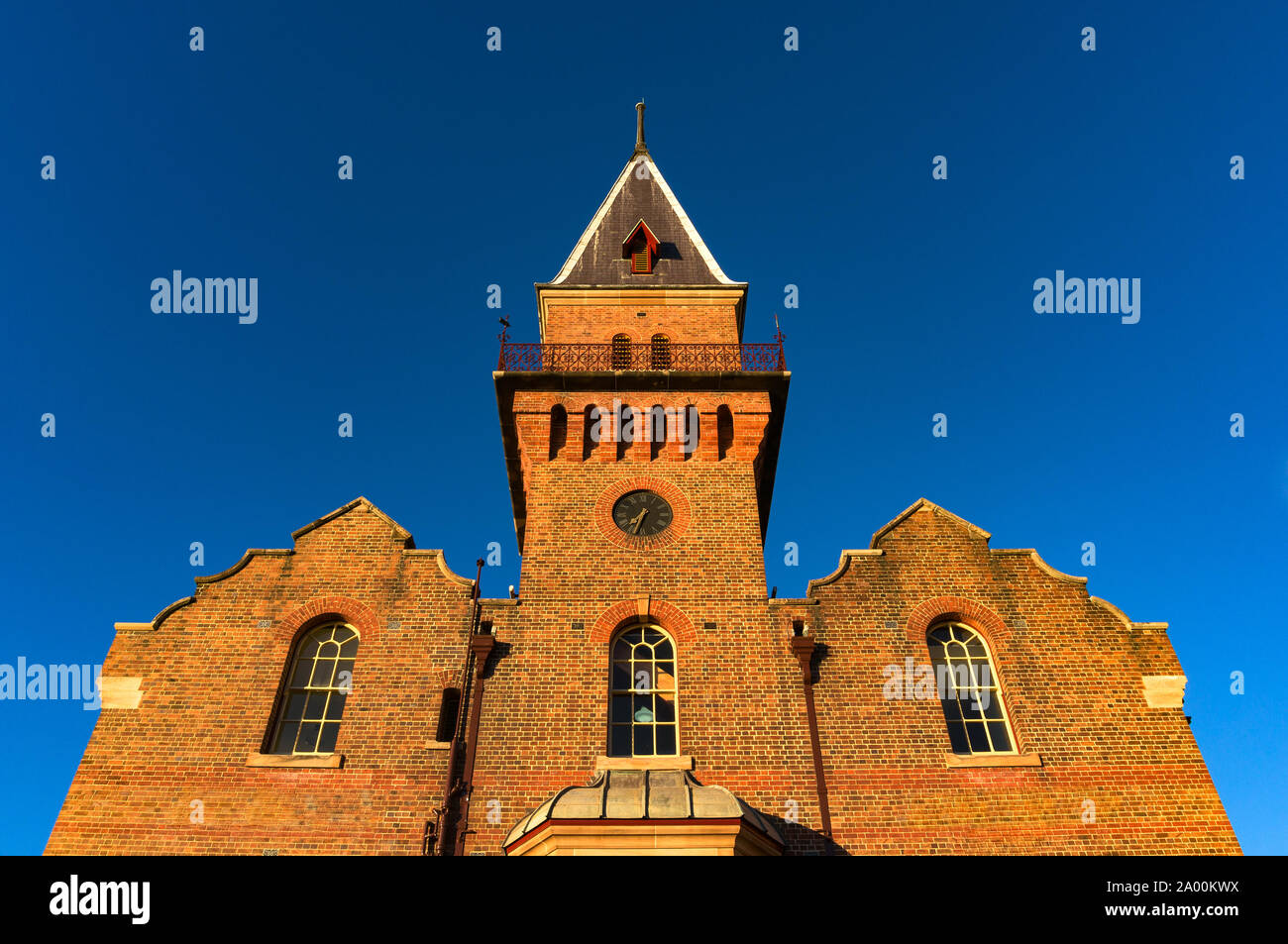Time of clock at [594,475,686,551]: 7:33
